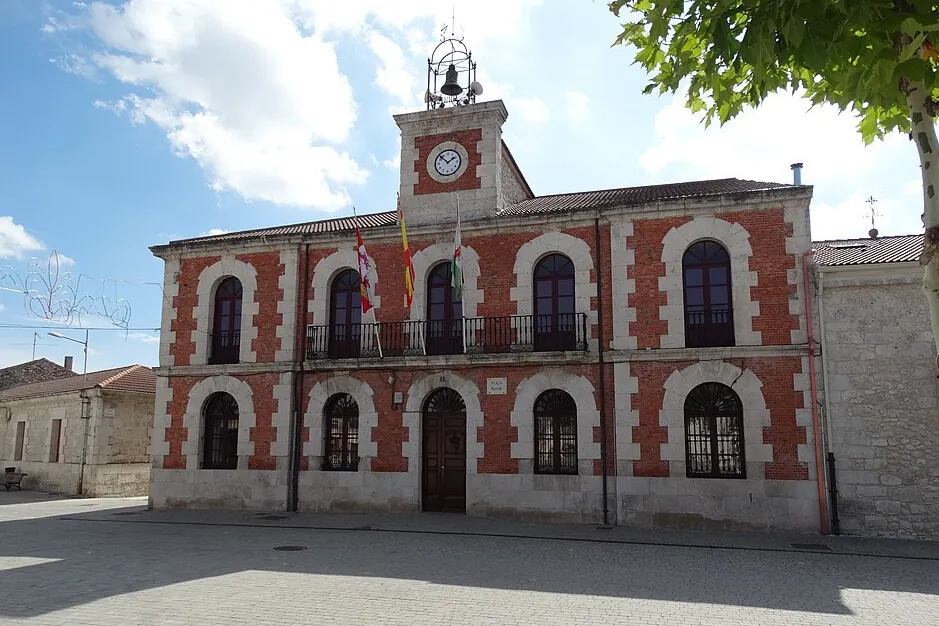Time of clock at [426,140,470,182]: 1:52
